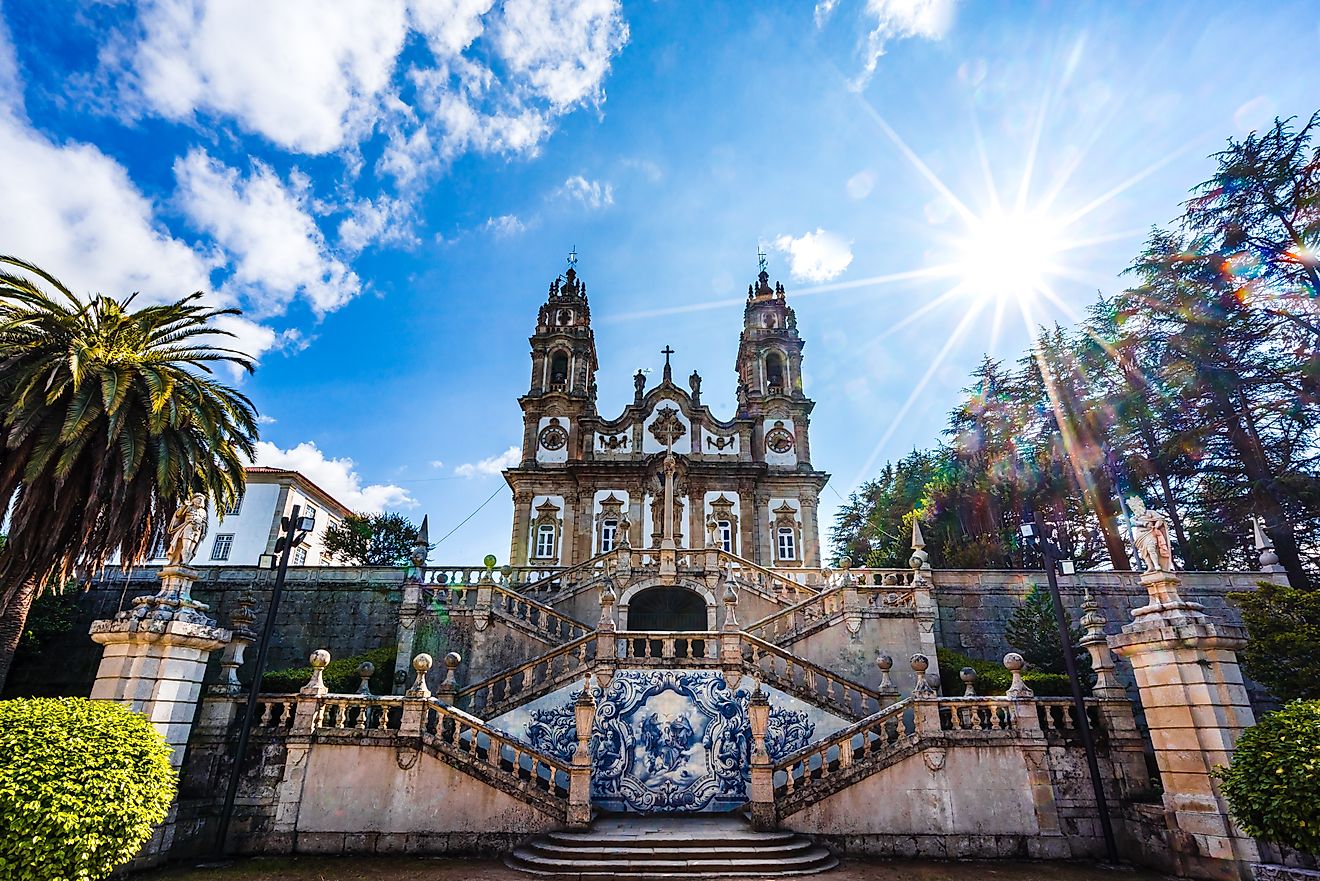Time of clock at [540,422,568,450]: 5:35
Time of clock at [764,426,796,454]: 7:15
